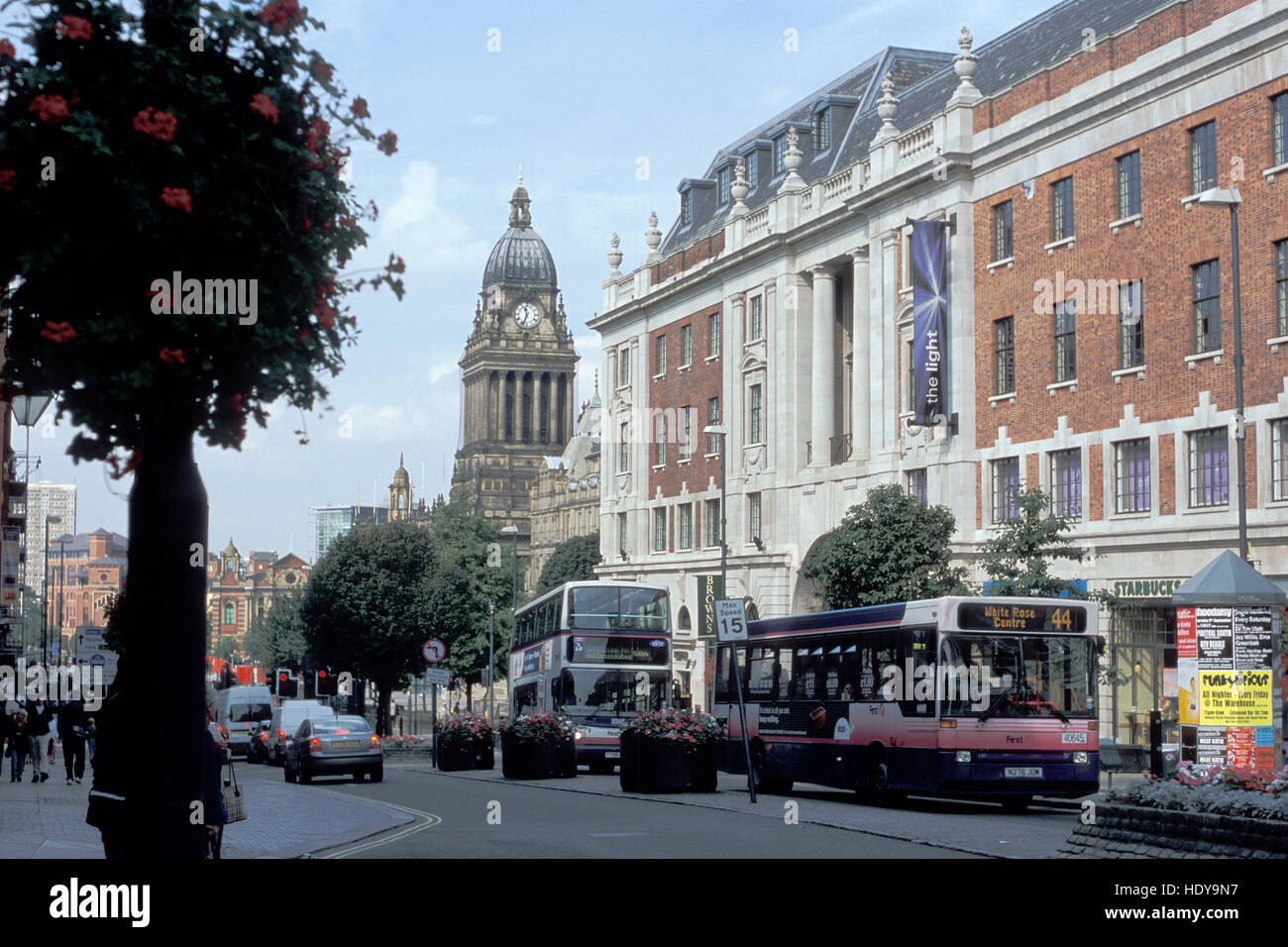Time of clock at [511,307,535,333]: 11:33
